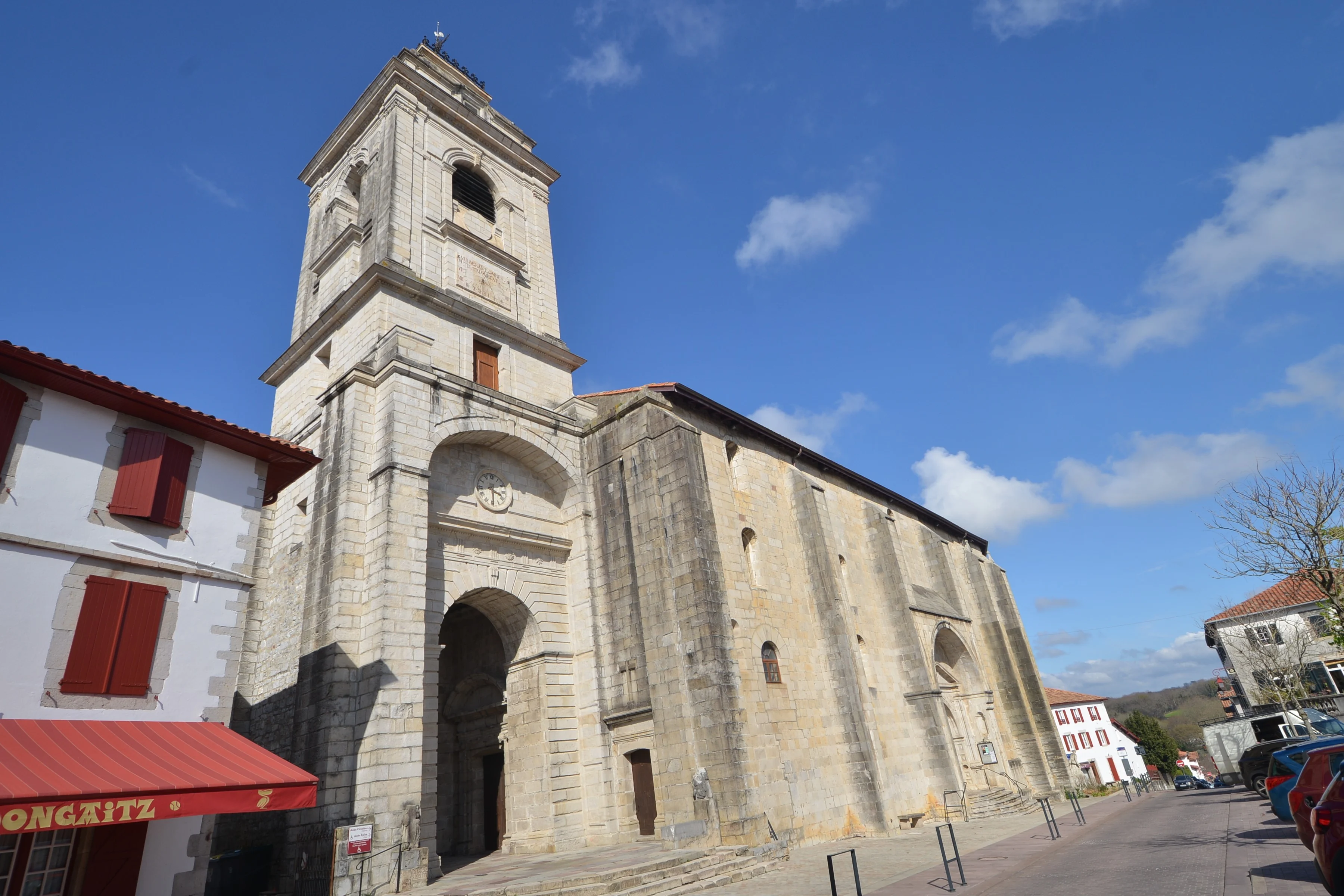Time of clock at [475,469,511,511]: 3:29
